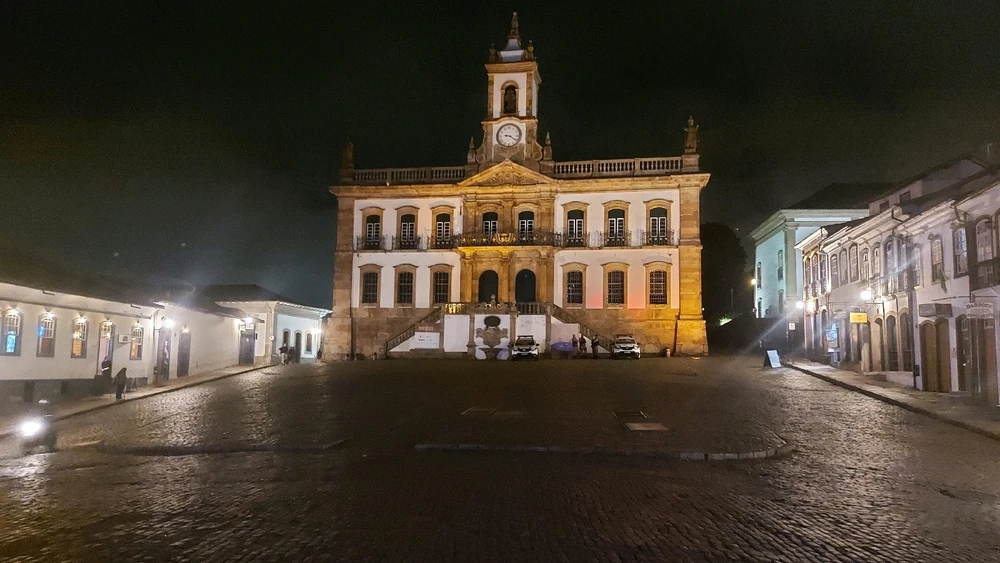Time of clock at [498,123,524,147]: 9:20
